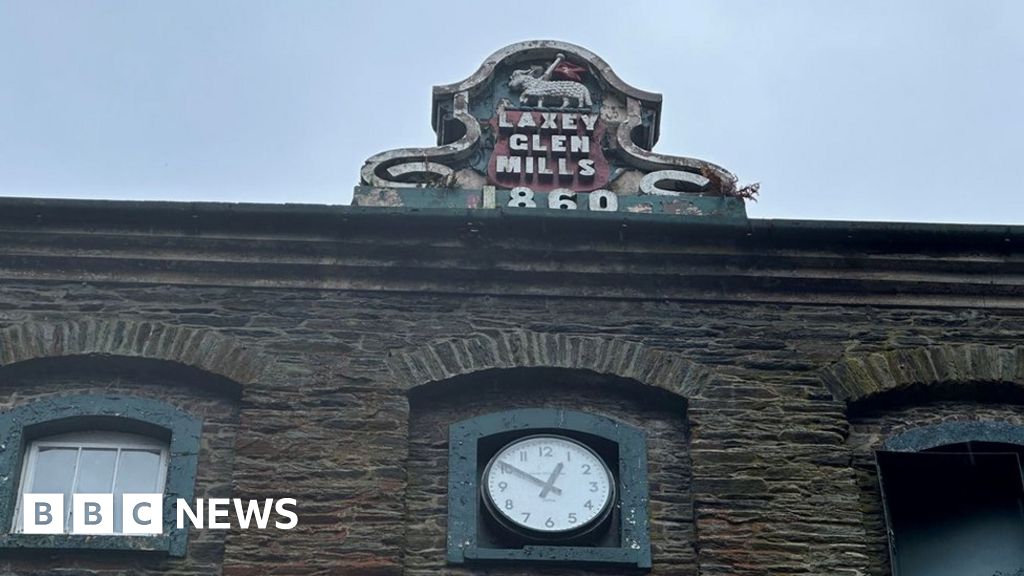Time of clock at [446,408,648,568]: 12:50
